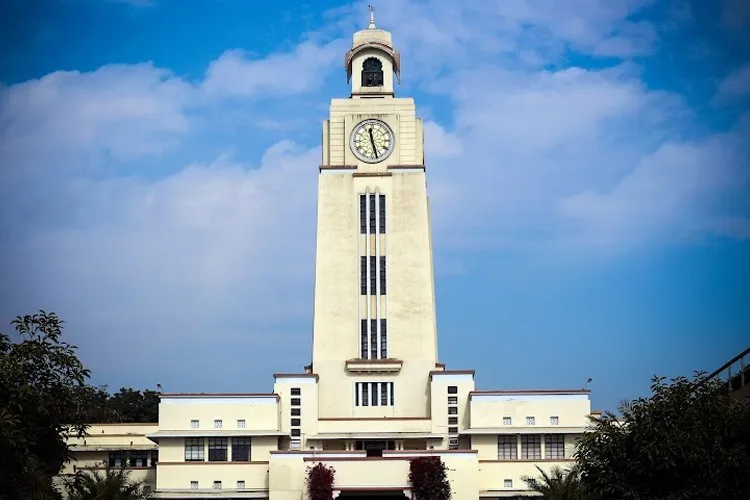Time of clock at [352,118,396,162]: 11:27
